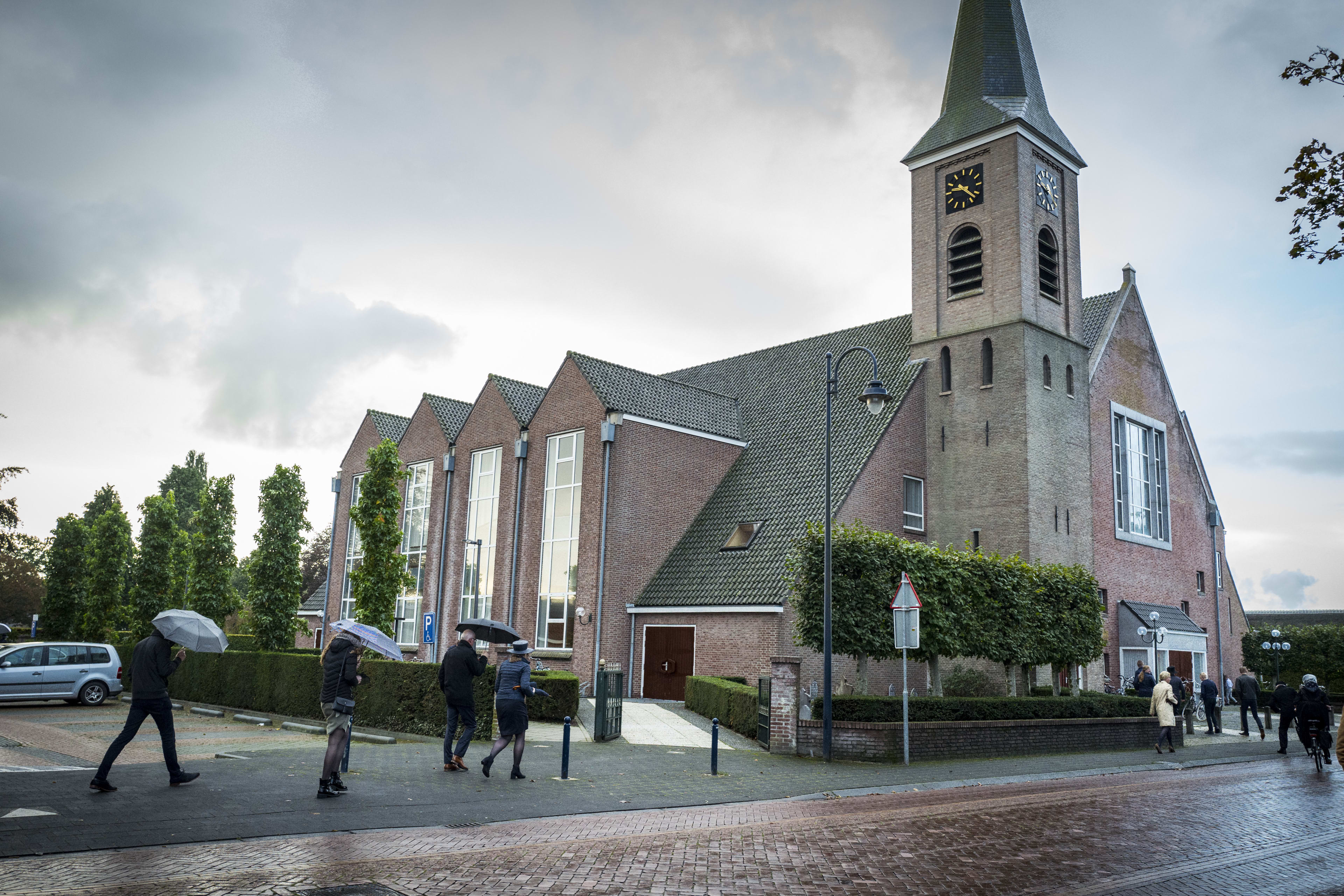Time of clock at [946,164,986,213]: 9:22
